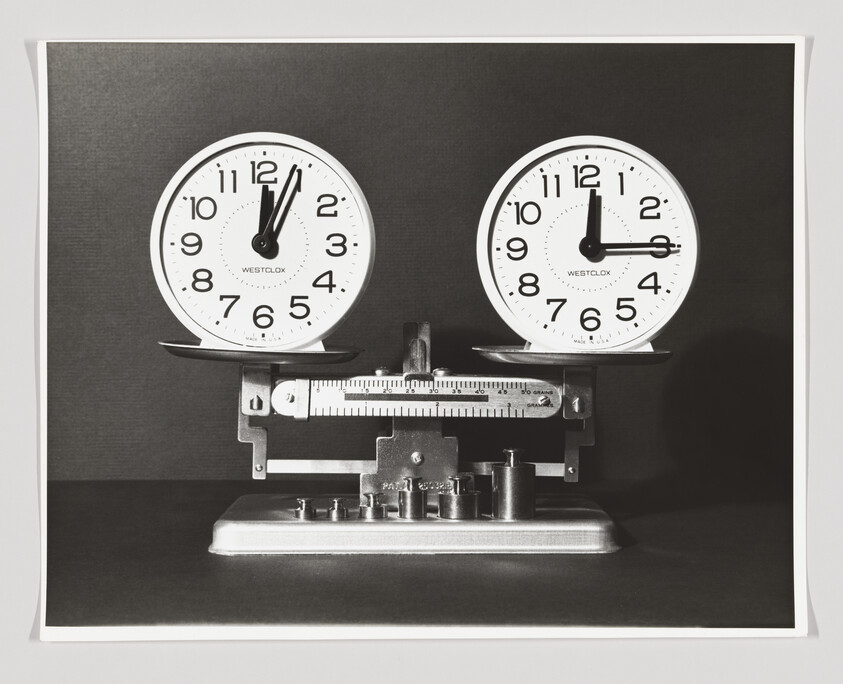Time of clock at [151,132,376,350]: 12:03
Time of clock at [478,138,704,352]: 12:14
